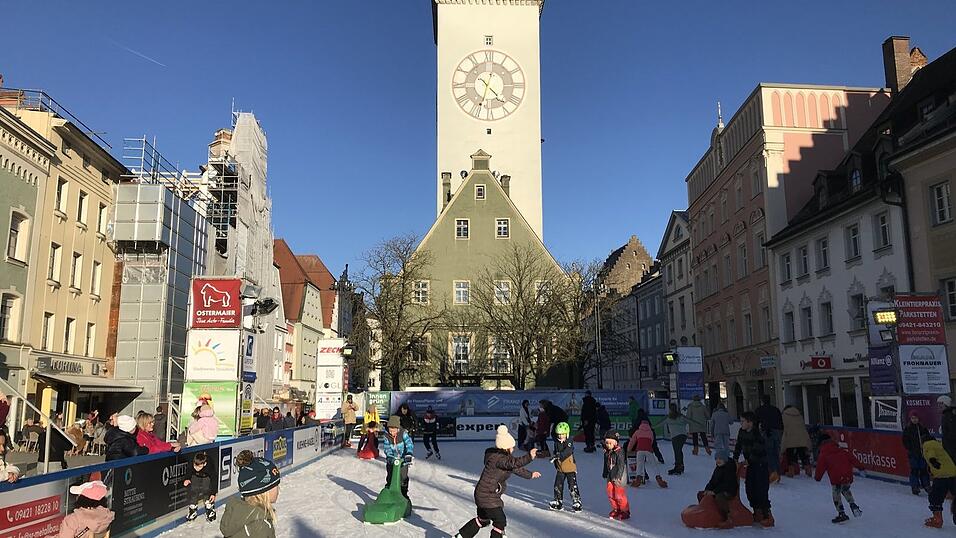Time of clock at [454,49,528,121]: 4:33
